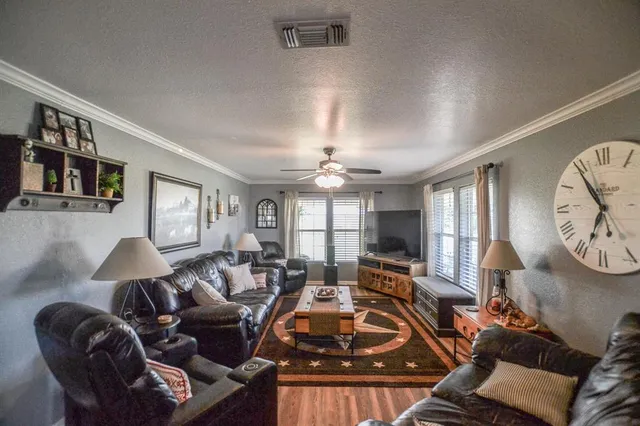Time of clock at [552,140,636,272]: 6:54
